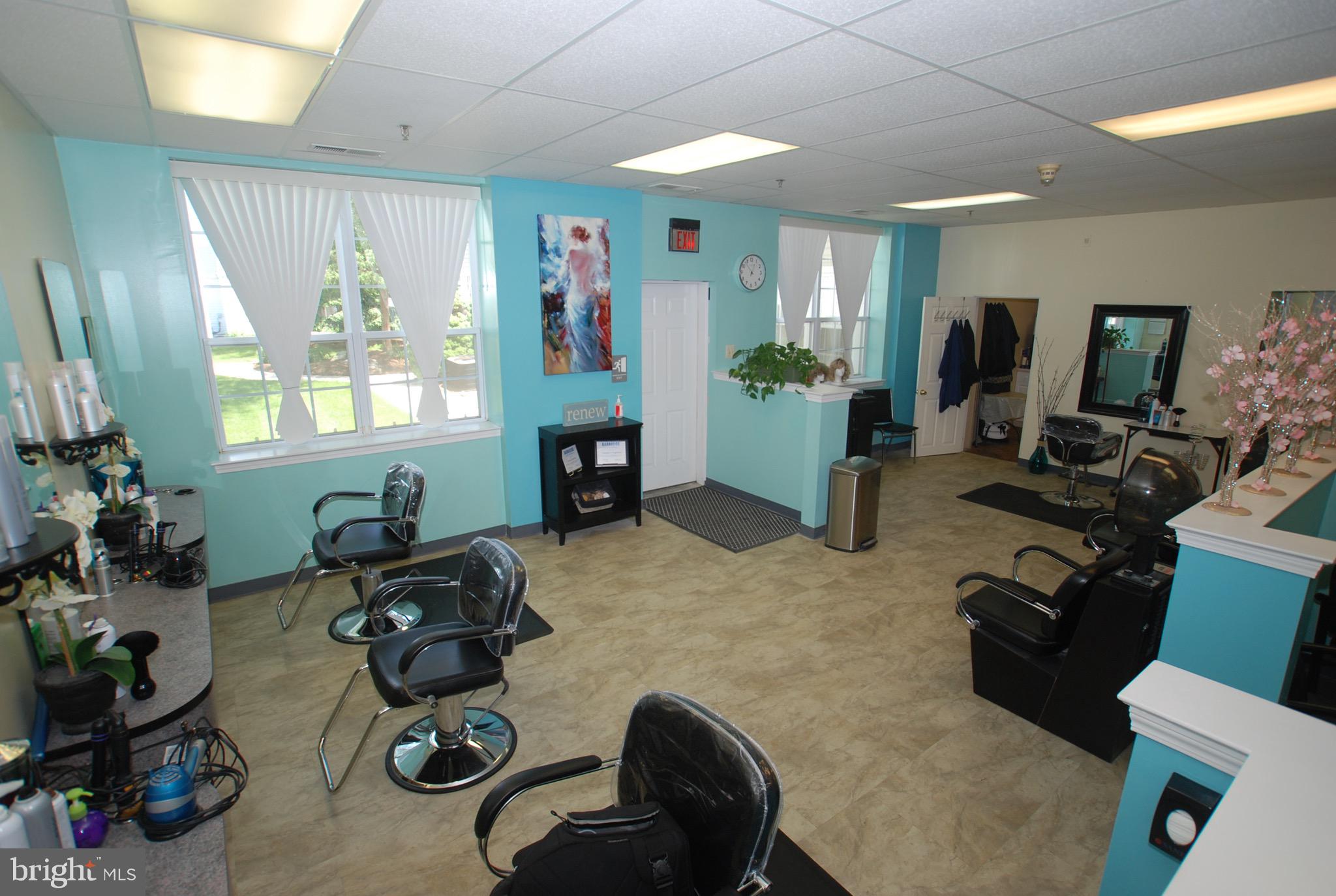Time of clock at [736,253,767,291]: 12:53
